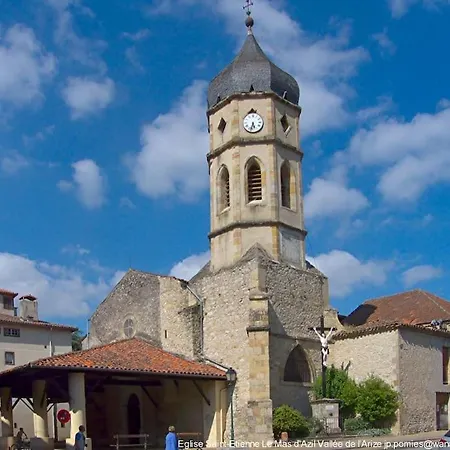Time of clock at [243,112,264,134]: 5:32
